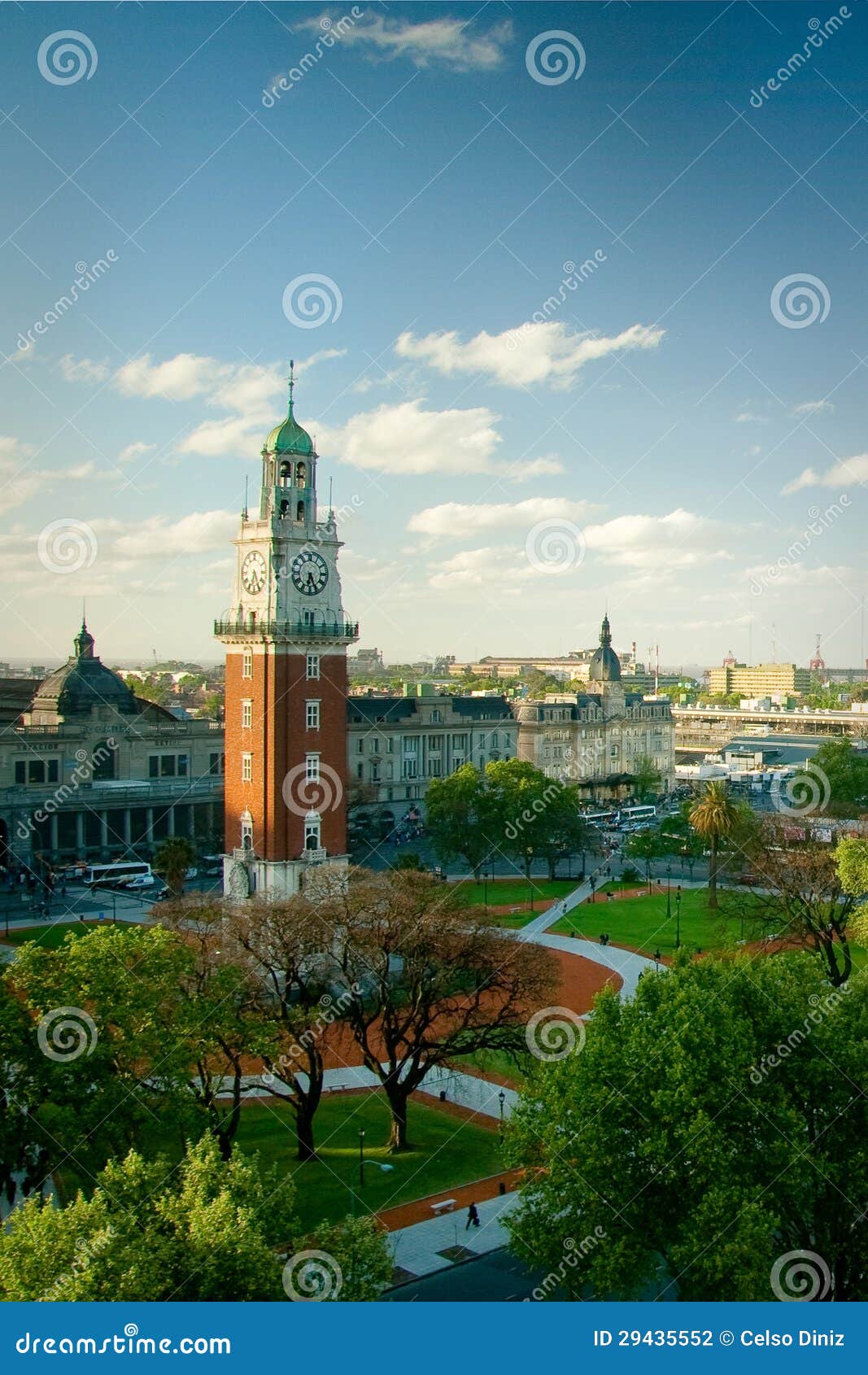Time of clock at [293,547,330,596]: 6:25
